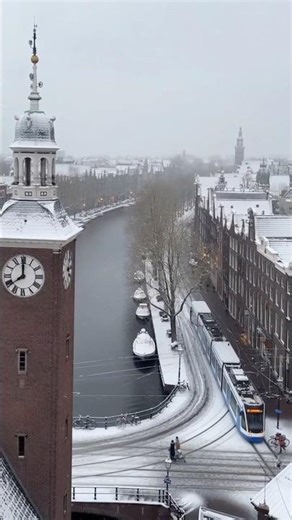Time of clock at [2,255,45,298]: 7:59
